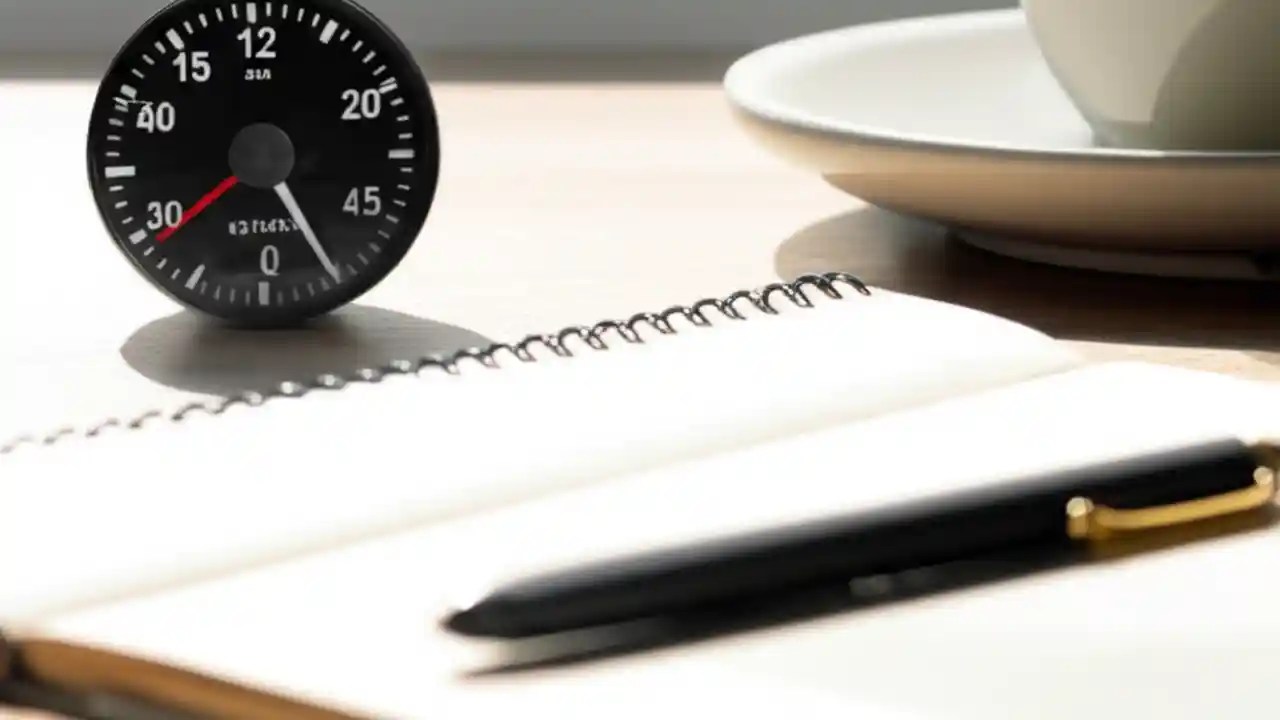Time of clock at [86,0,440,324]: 3:25
